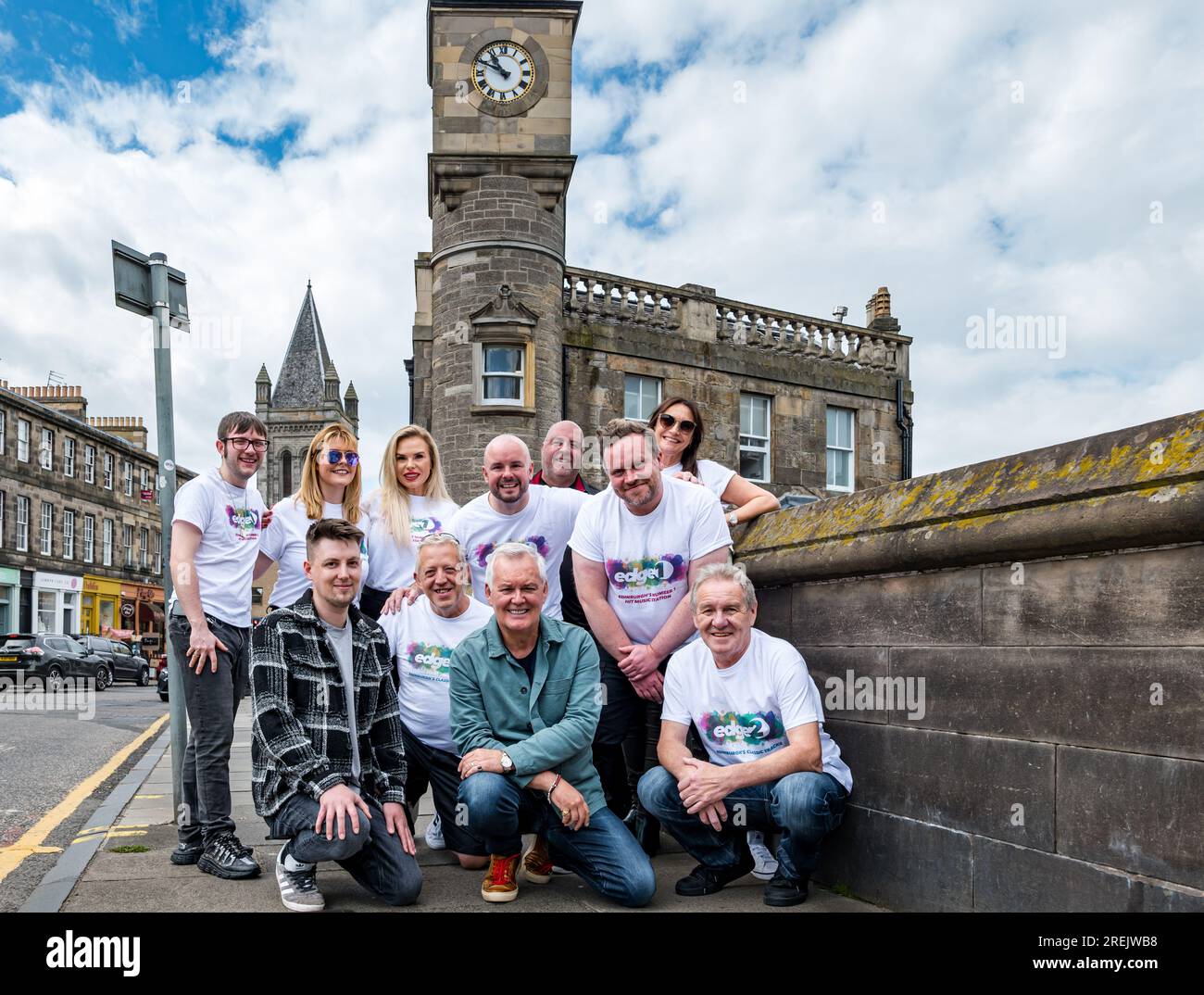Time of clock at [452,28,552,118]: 10:48
